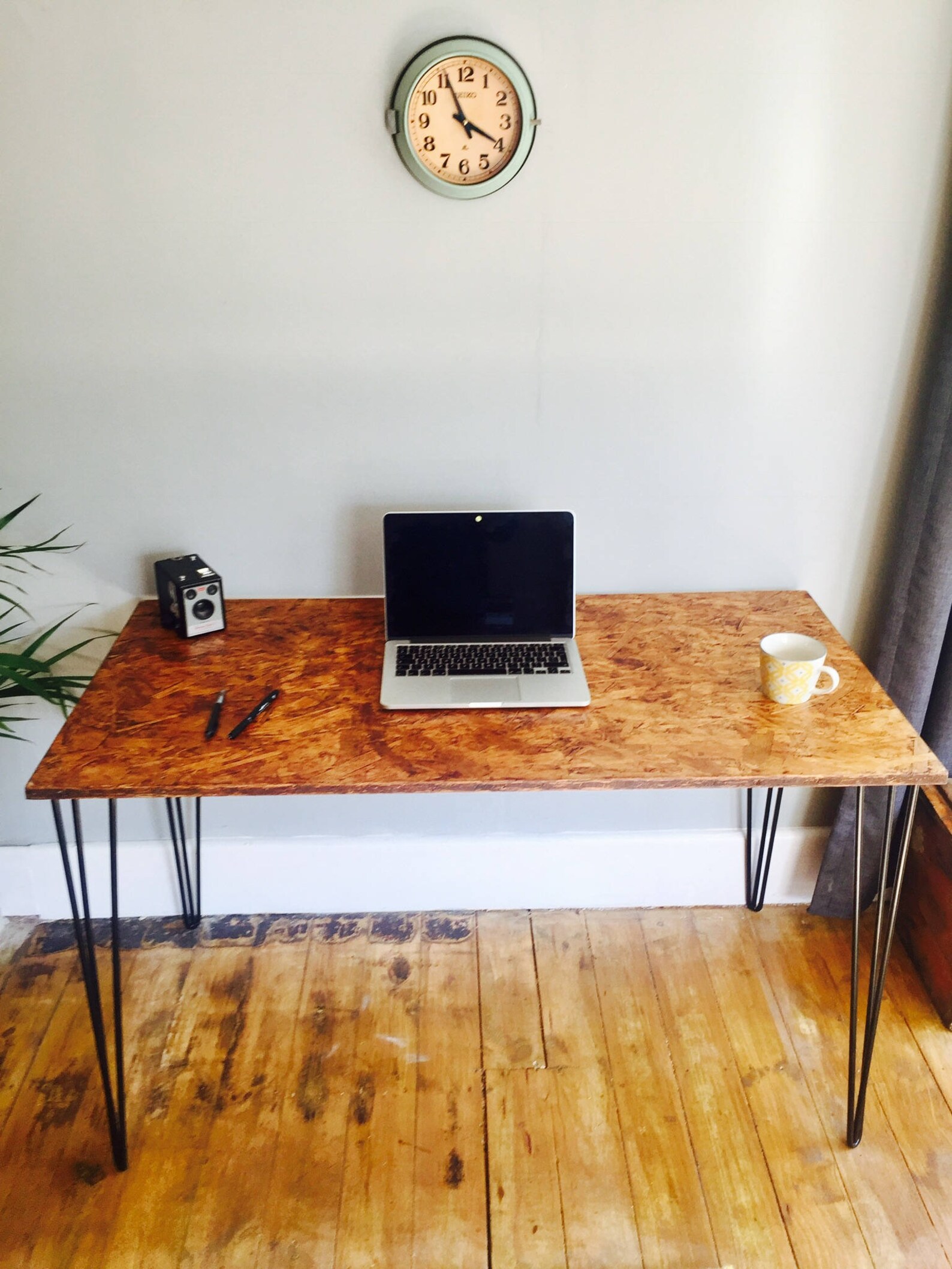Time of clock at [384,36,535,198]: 3:55
